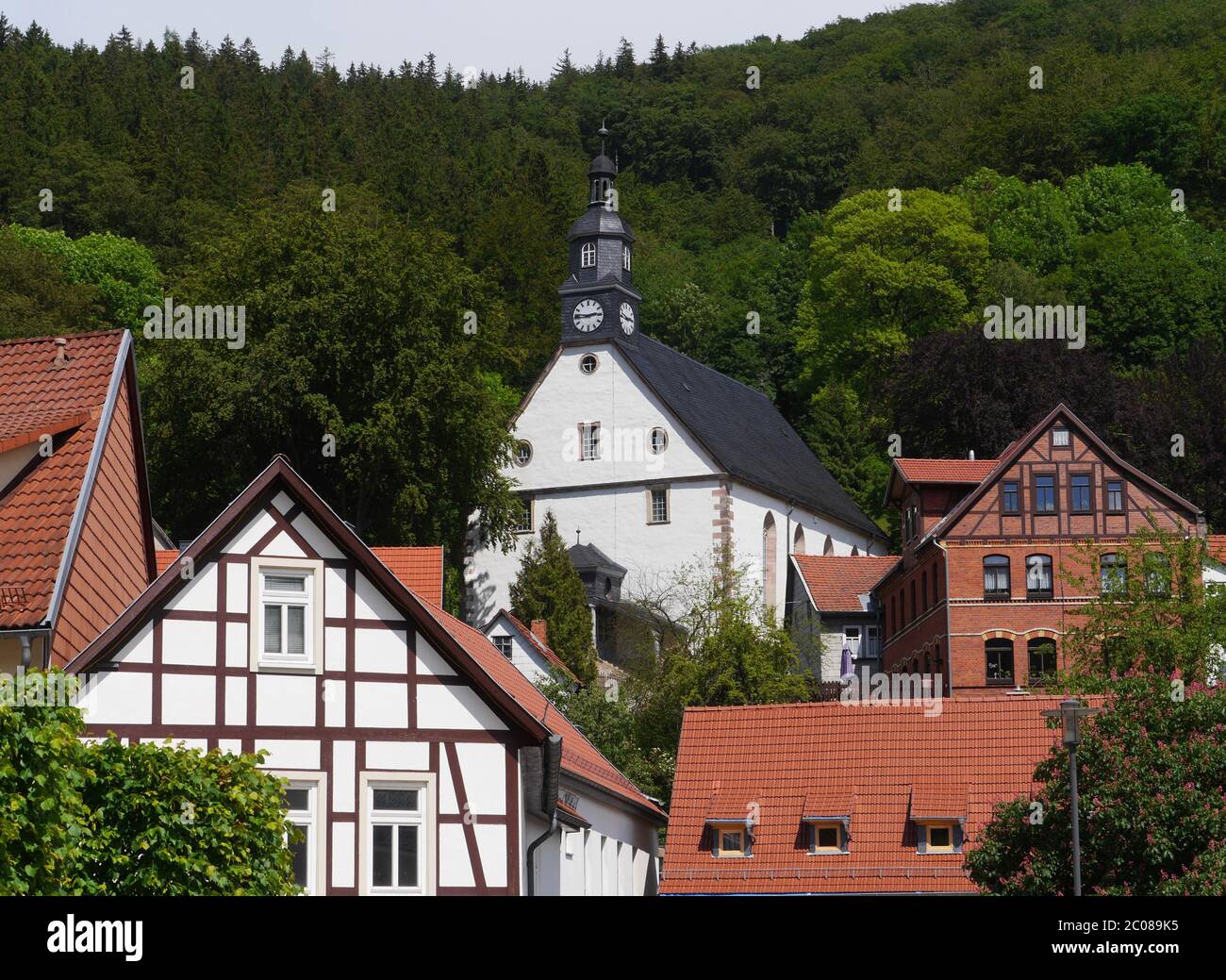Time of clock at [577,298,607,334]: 2:46
